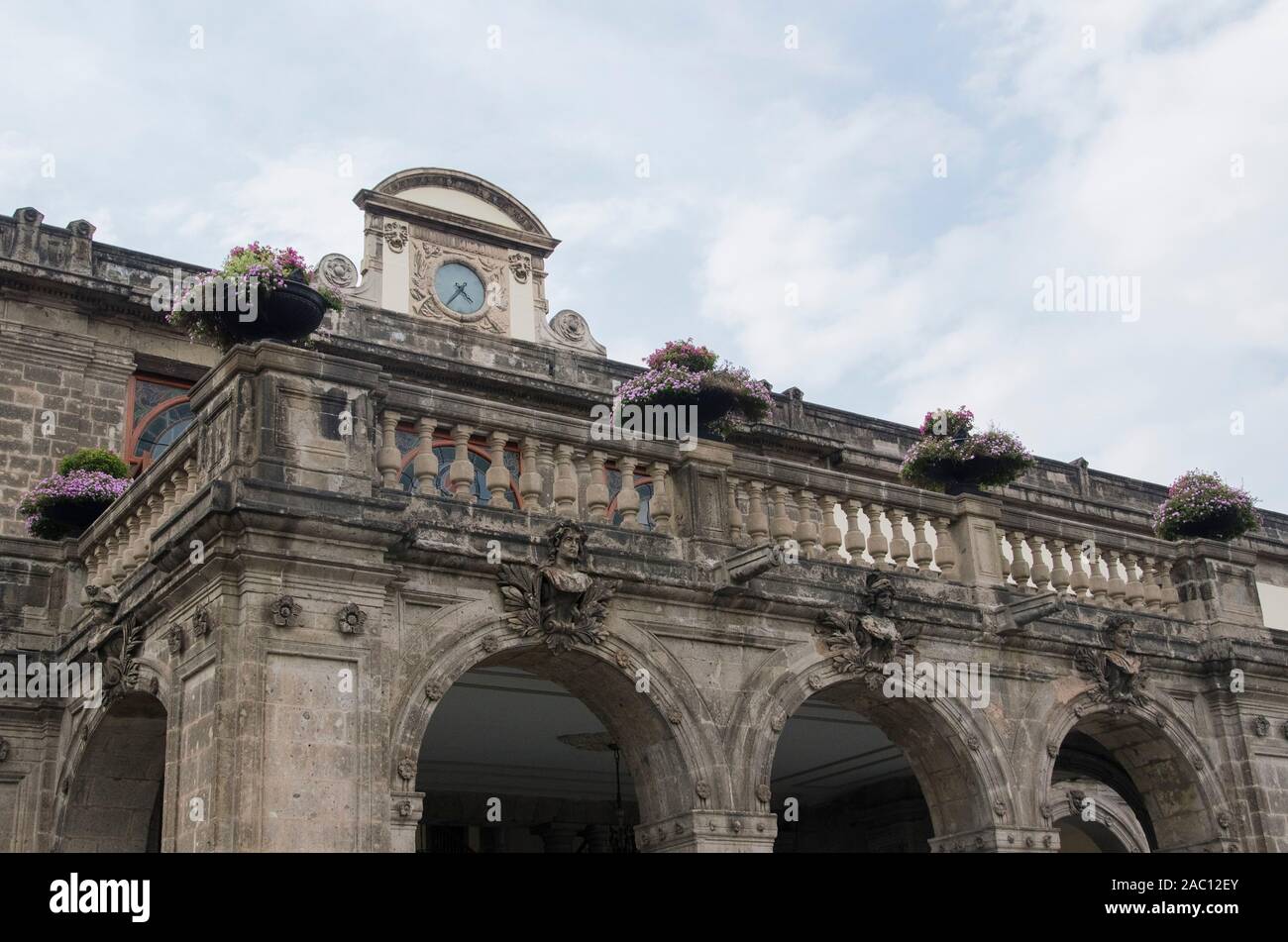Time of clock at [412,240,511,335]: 4:35
